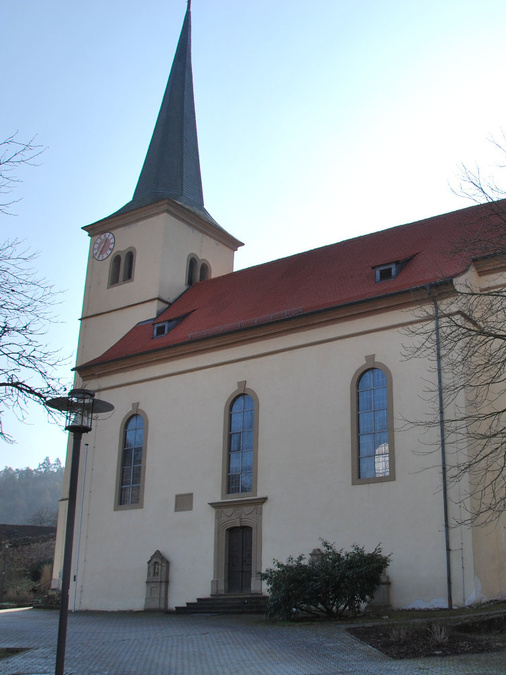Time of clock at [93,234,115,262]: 12:34
